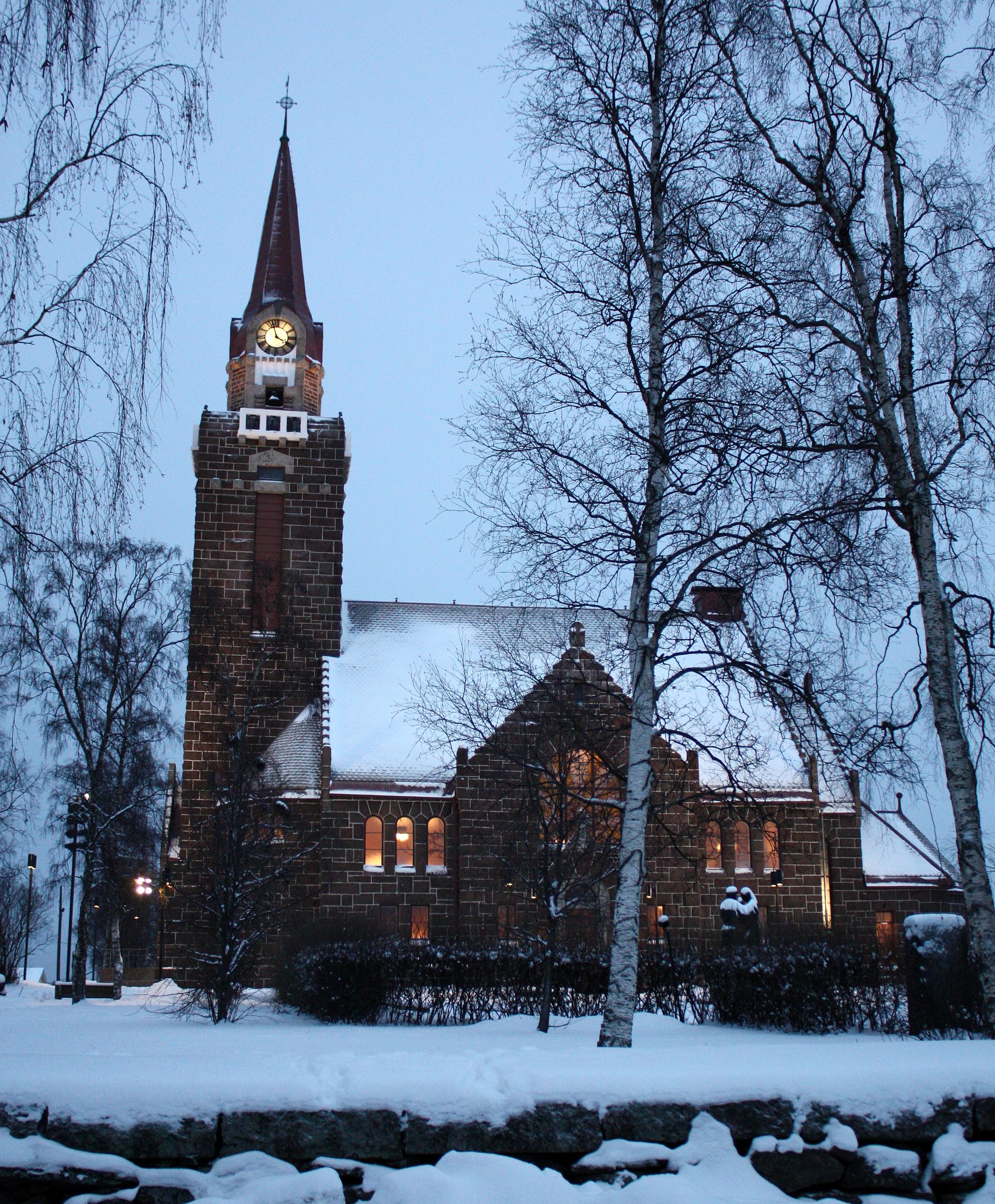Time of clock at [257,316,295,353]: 3:57
